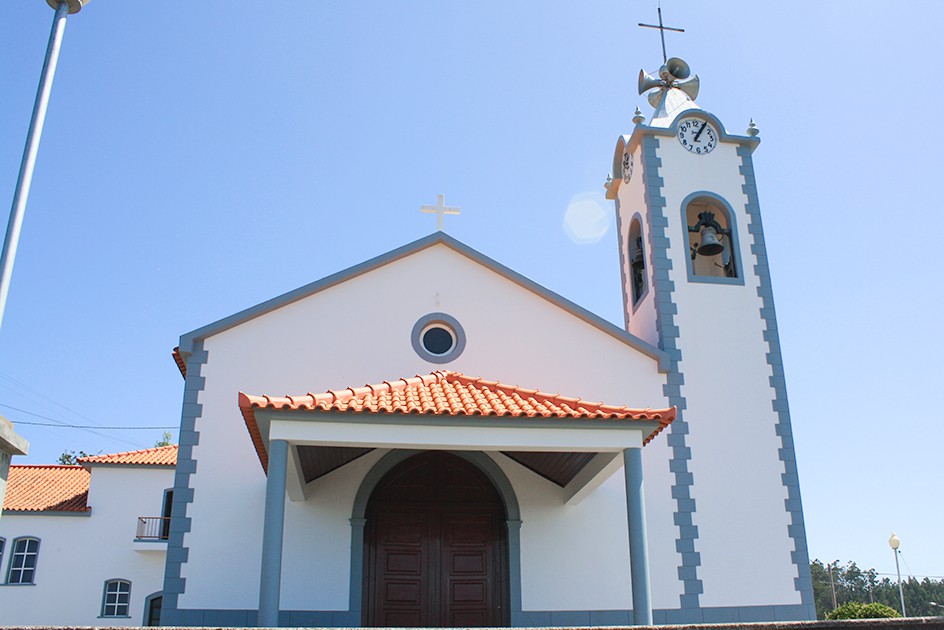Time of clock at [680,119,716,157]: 1:05
